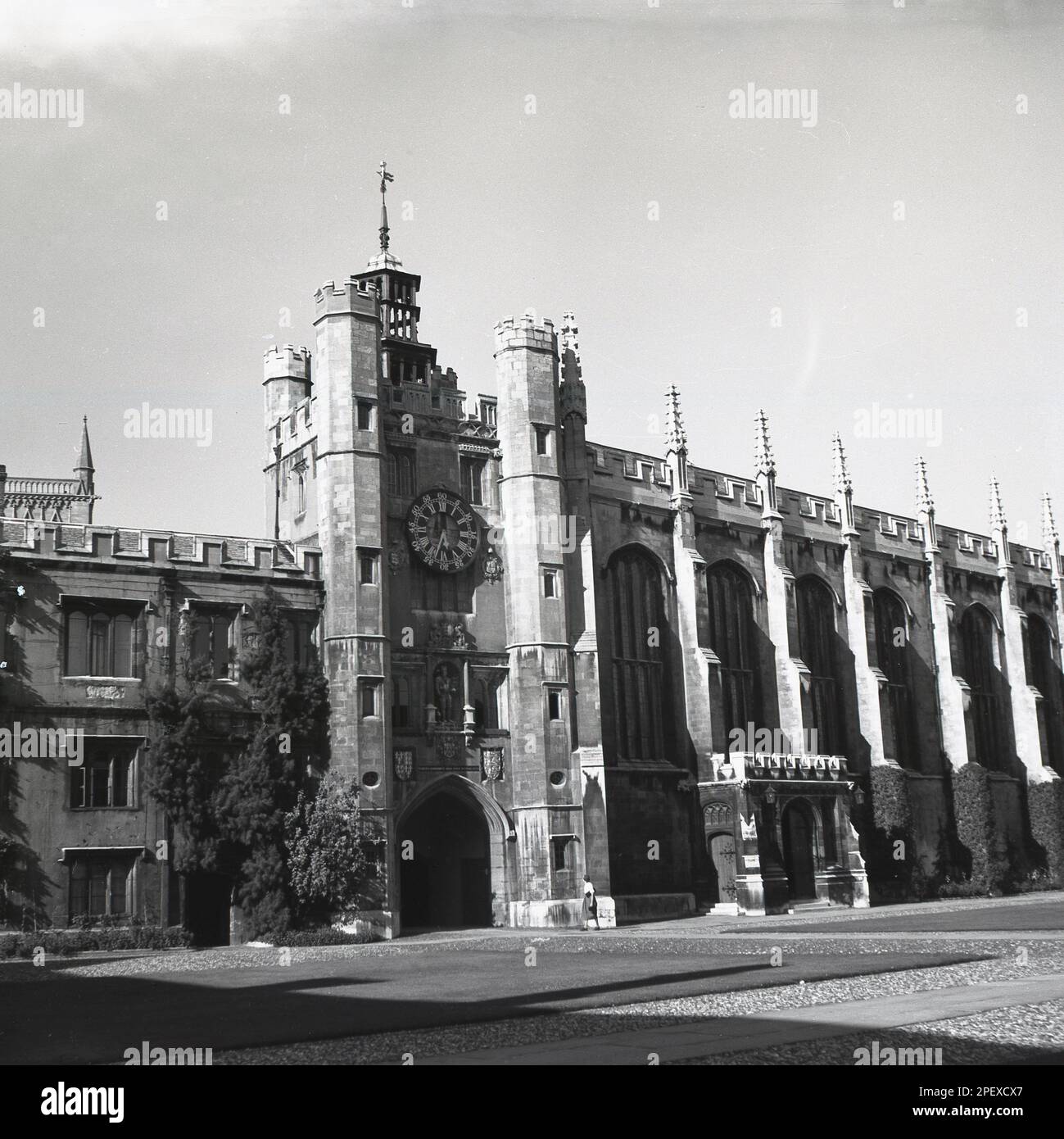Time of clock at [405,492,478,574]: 5:33
